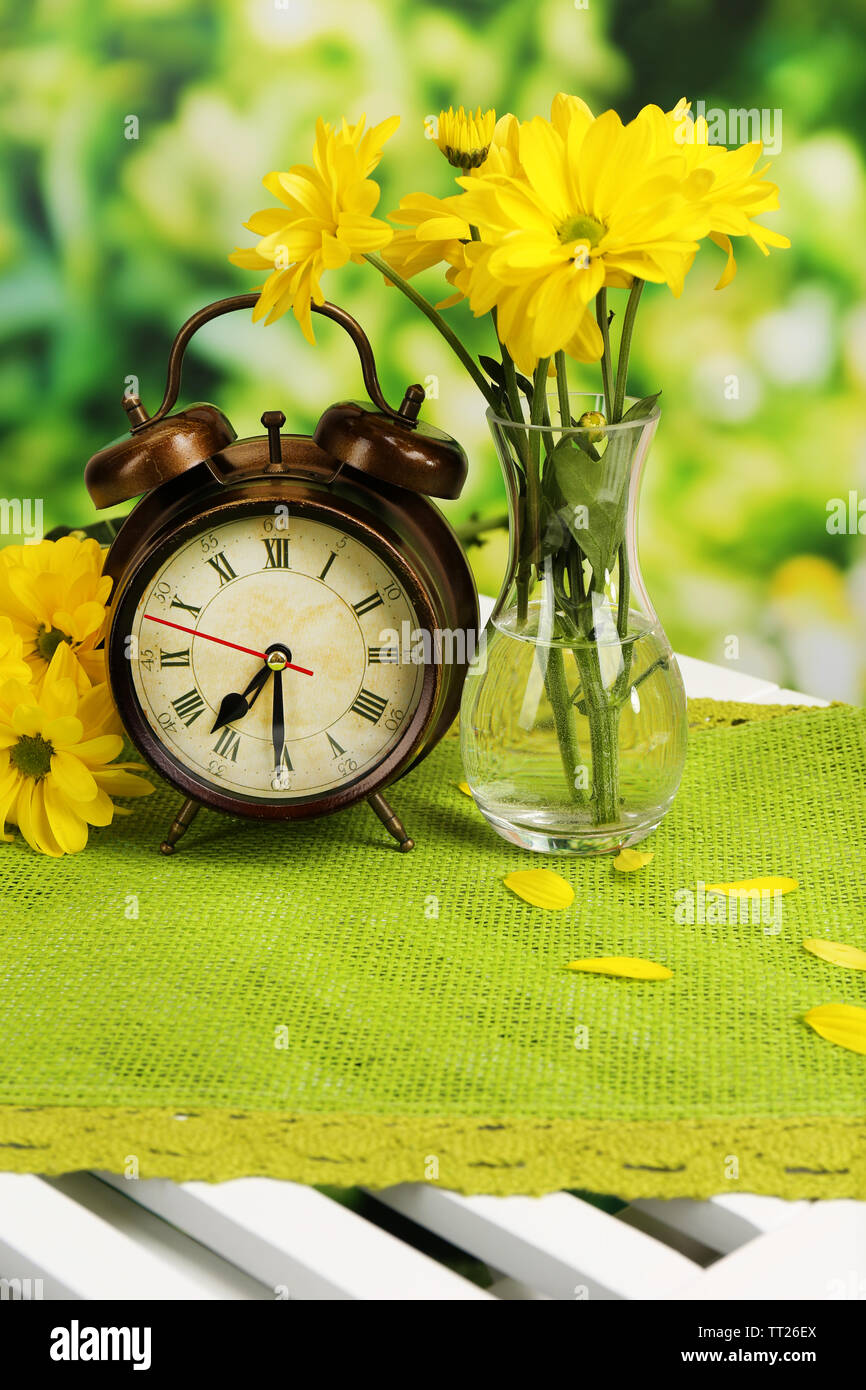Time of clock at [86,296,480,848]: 7:30
